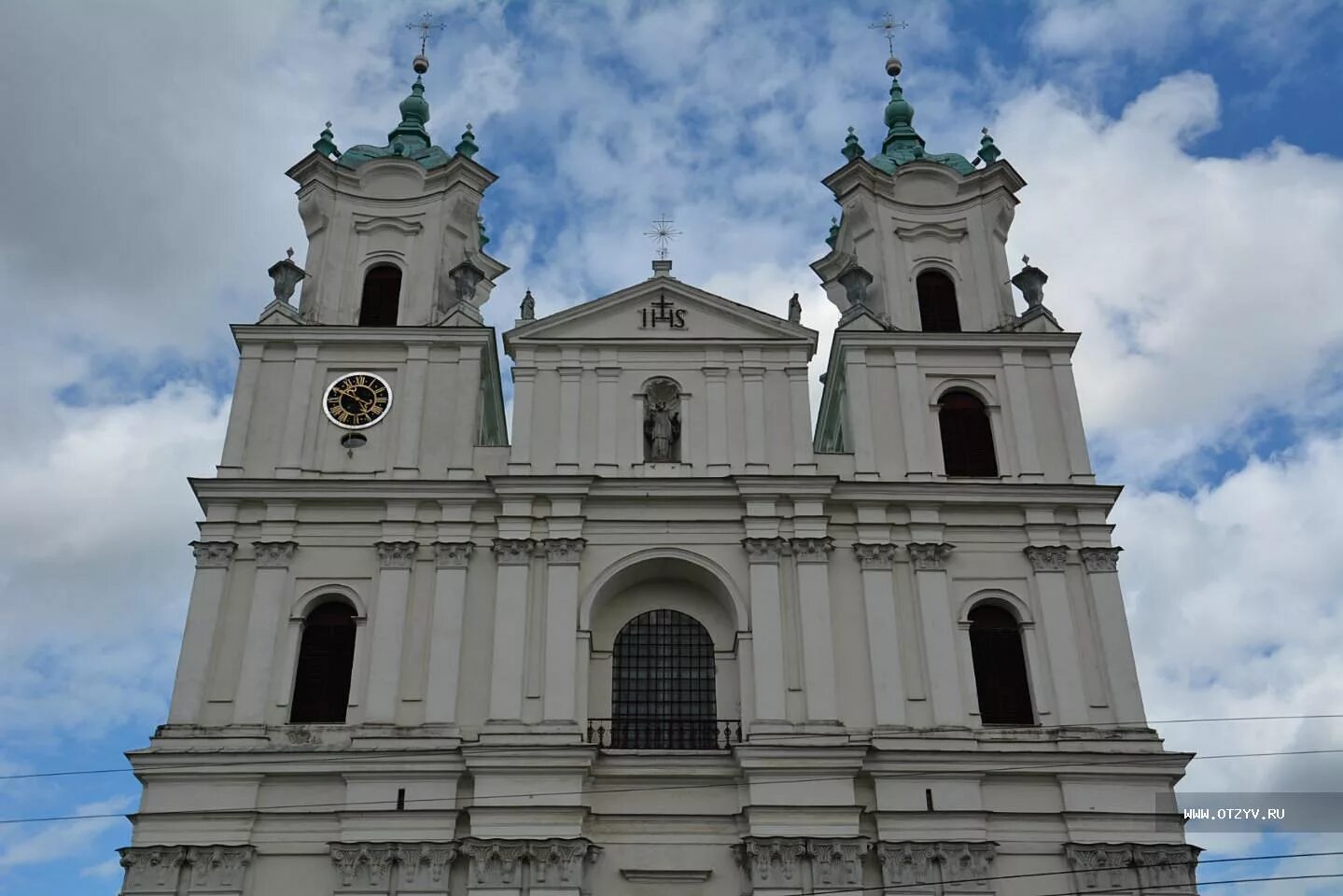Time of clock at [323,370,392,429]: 4:49
